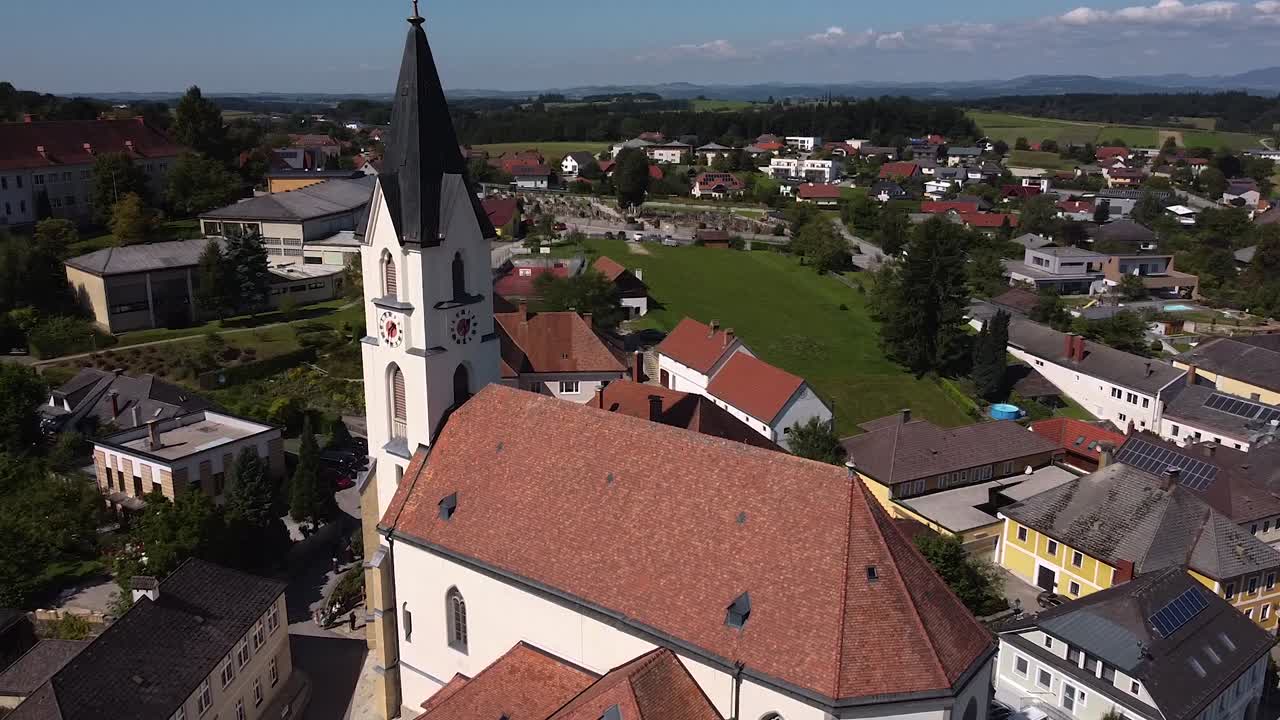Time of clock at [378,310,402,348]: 1:32
